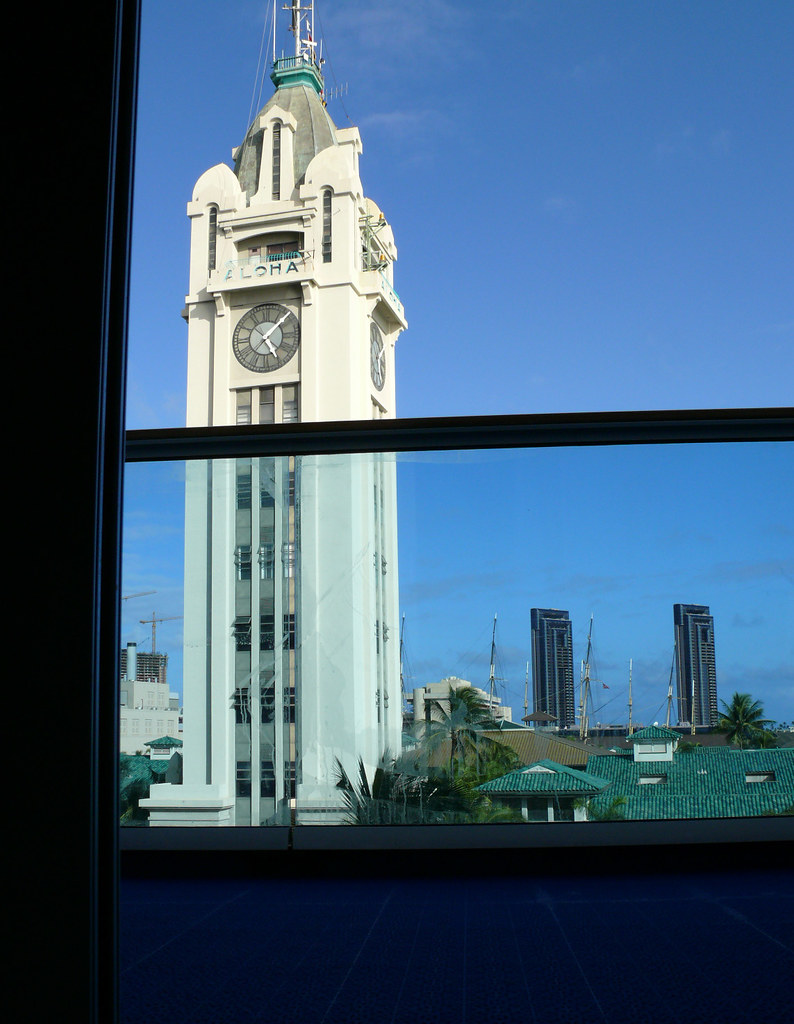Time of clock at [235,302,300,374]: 5:07
